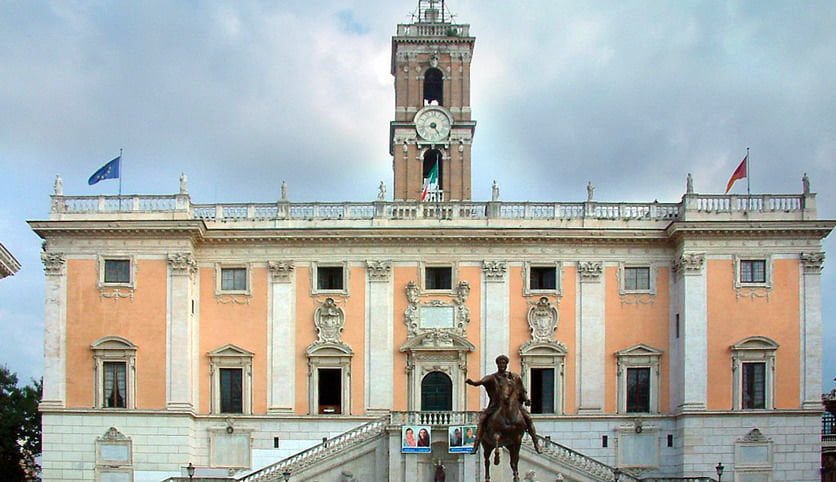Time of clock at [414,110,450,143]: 4:42
